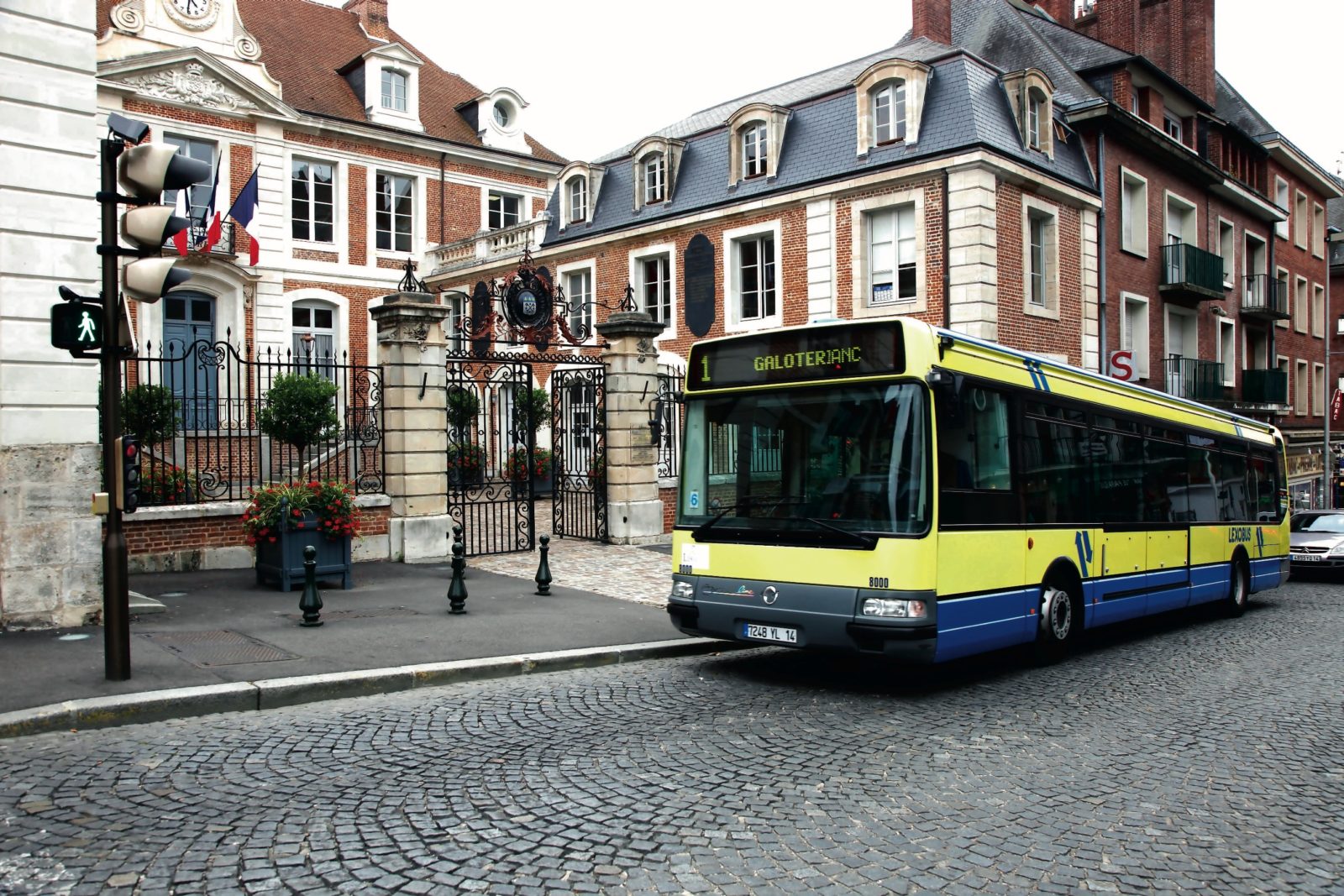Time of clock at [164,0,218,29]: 4:31
